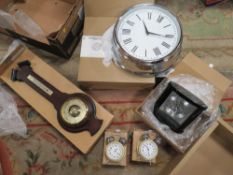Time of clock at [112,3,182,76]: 11:16
